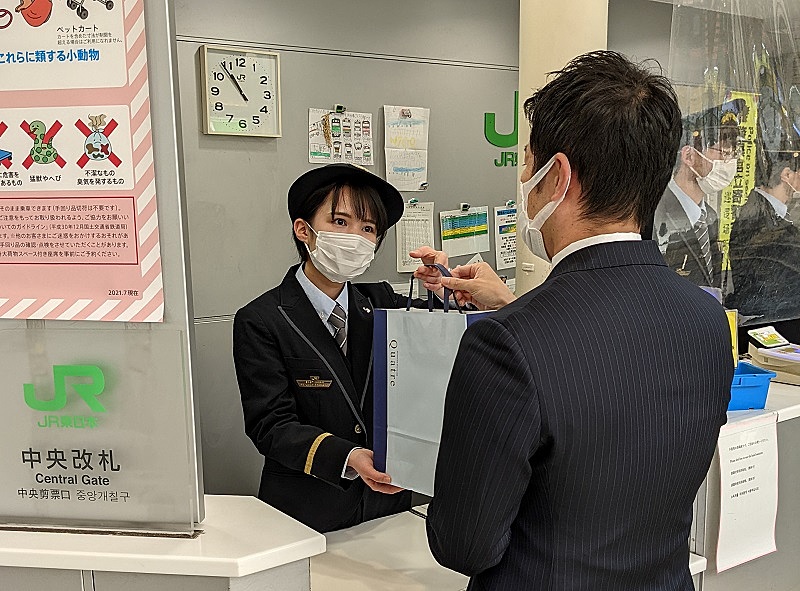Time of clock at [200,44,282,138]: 10:53
